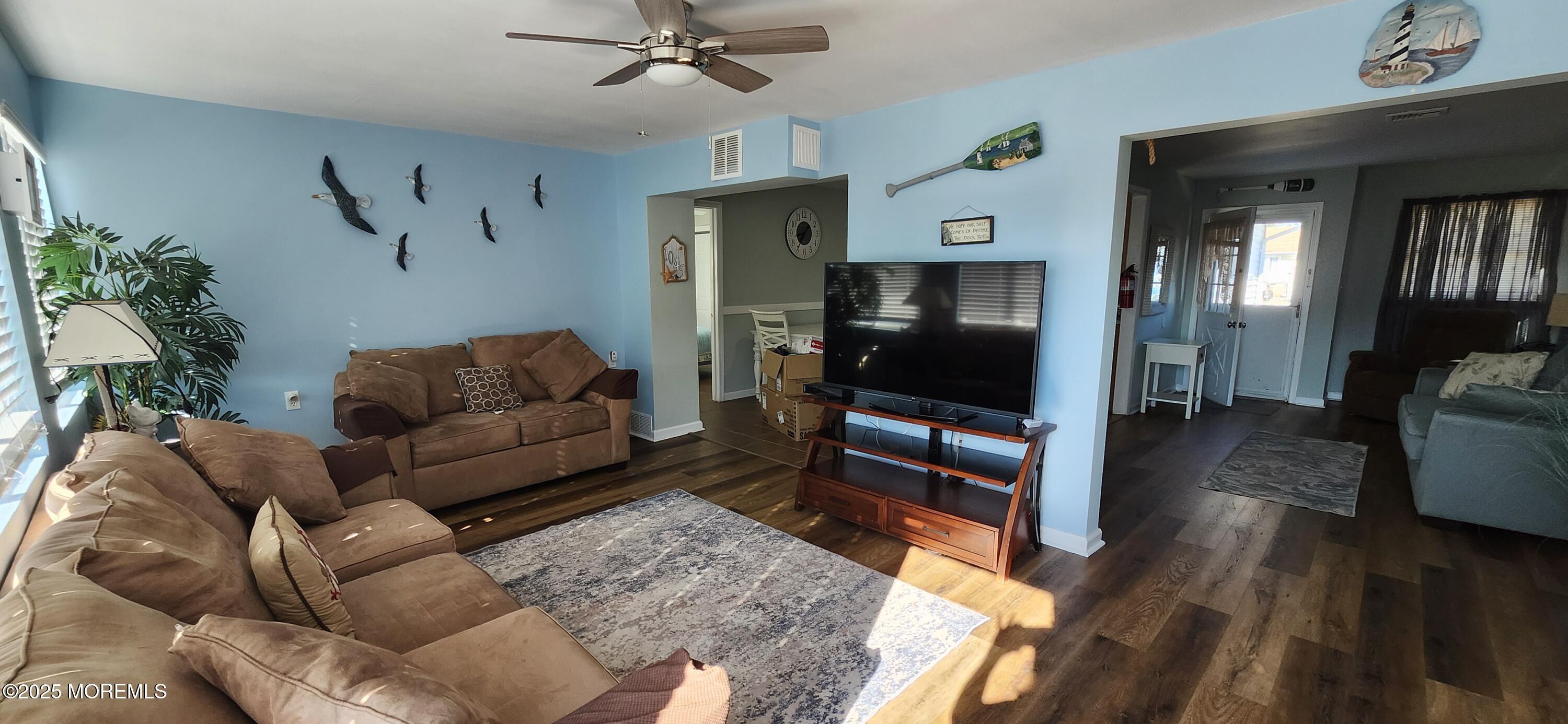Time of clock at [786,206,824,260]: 8:35
